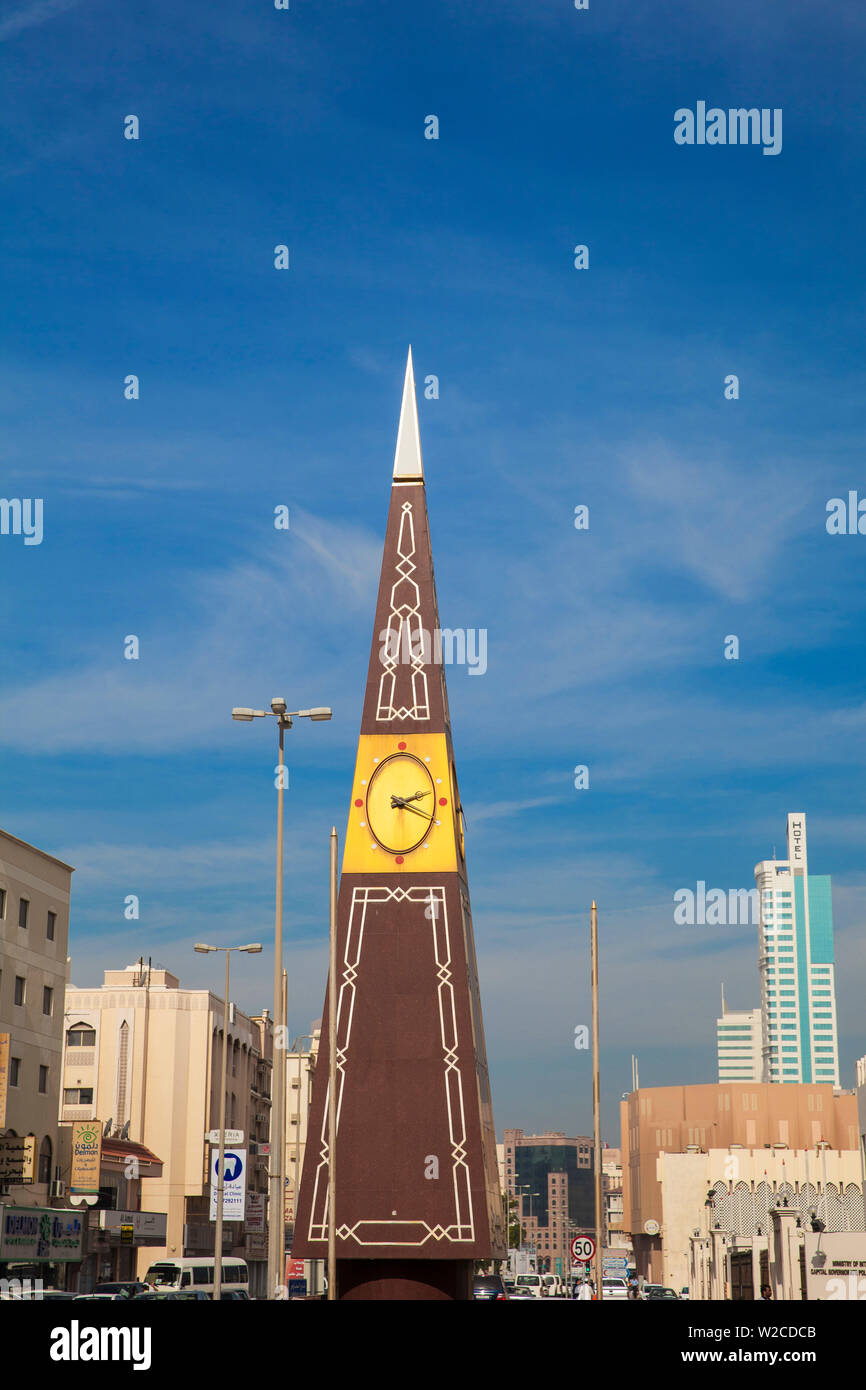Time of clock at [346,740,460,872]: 2:18
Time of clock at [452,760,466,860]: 2:18
